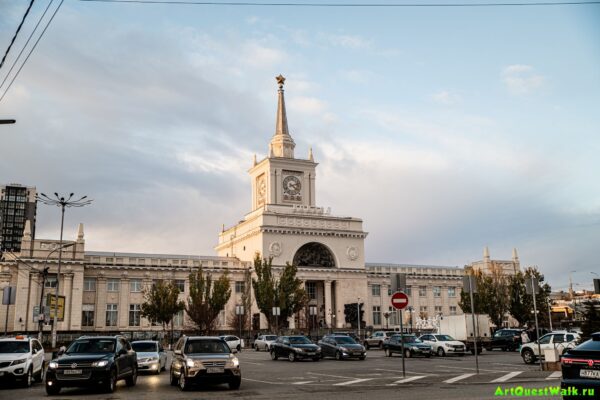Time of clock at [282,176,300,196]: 4:12
